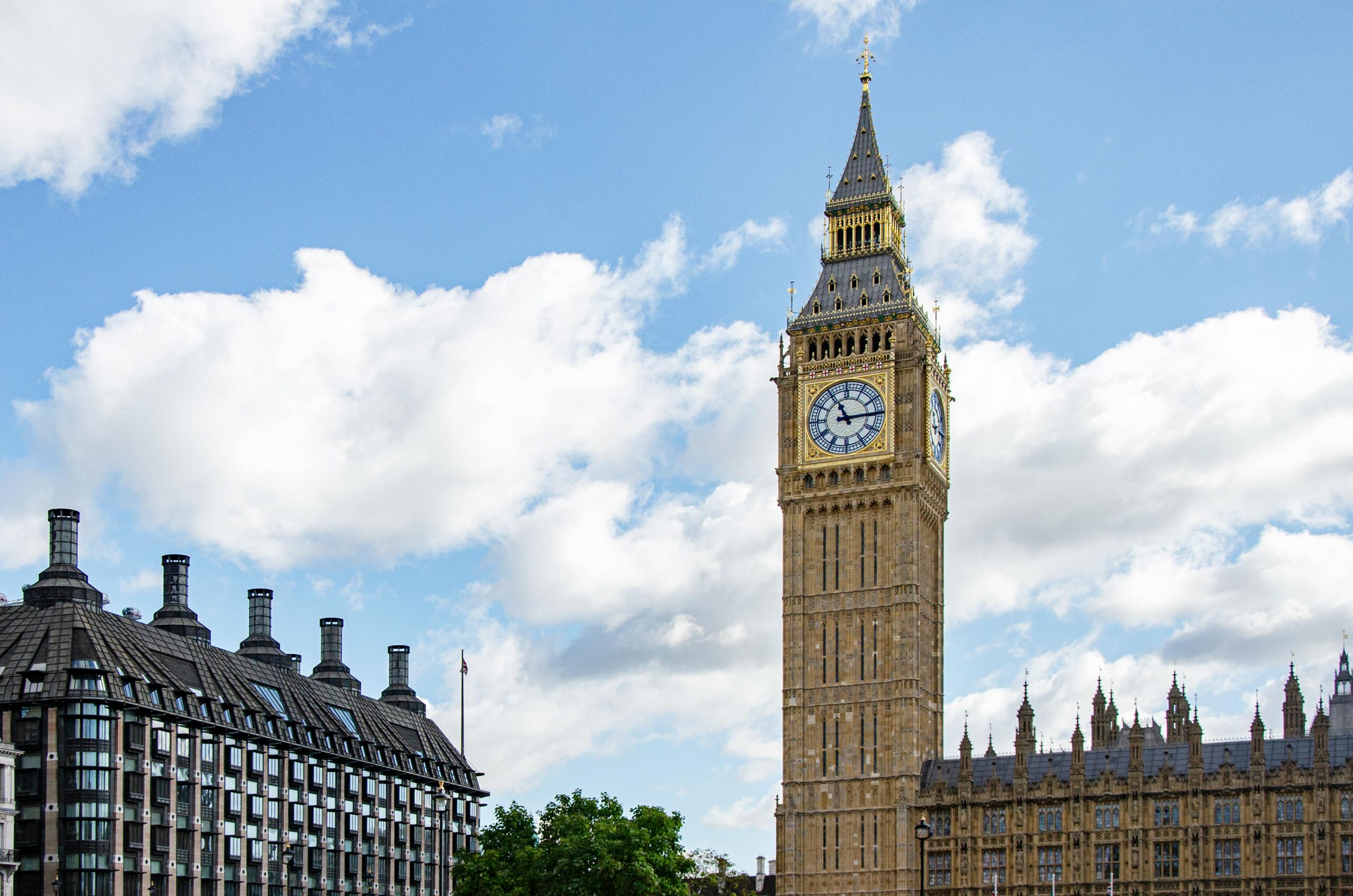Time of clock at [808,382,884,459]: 11:14
